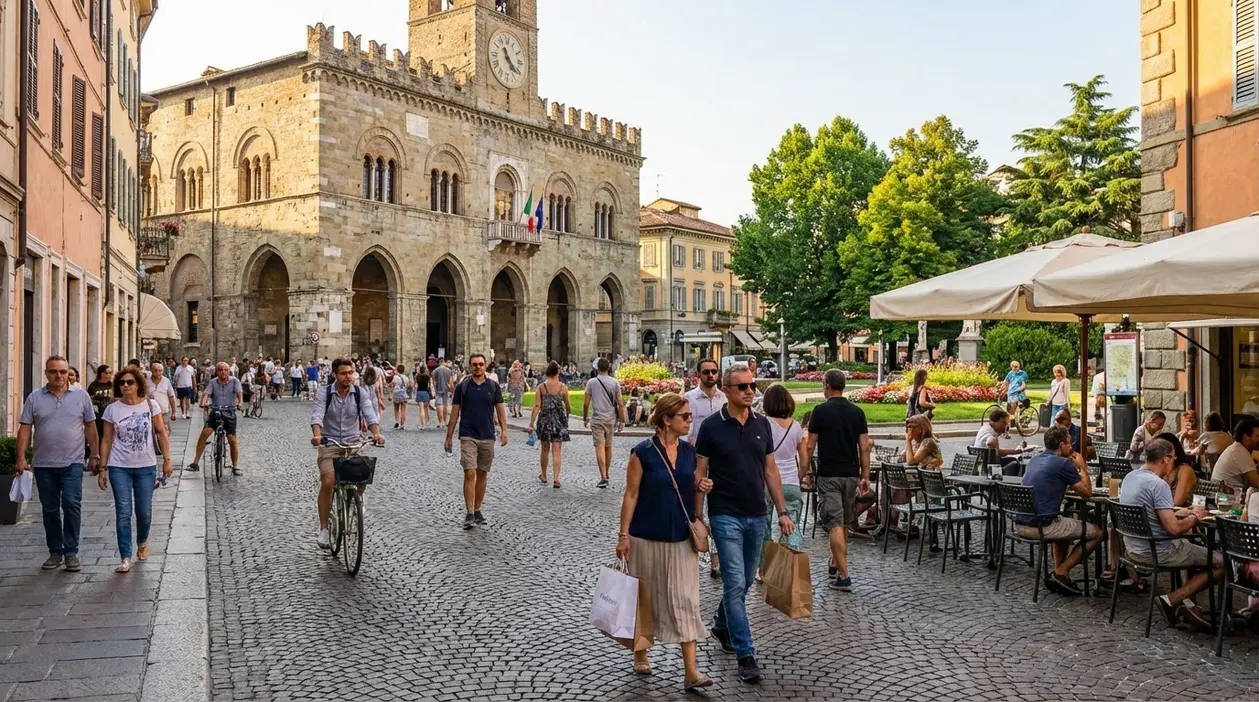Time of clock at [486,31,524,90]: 11:21
